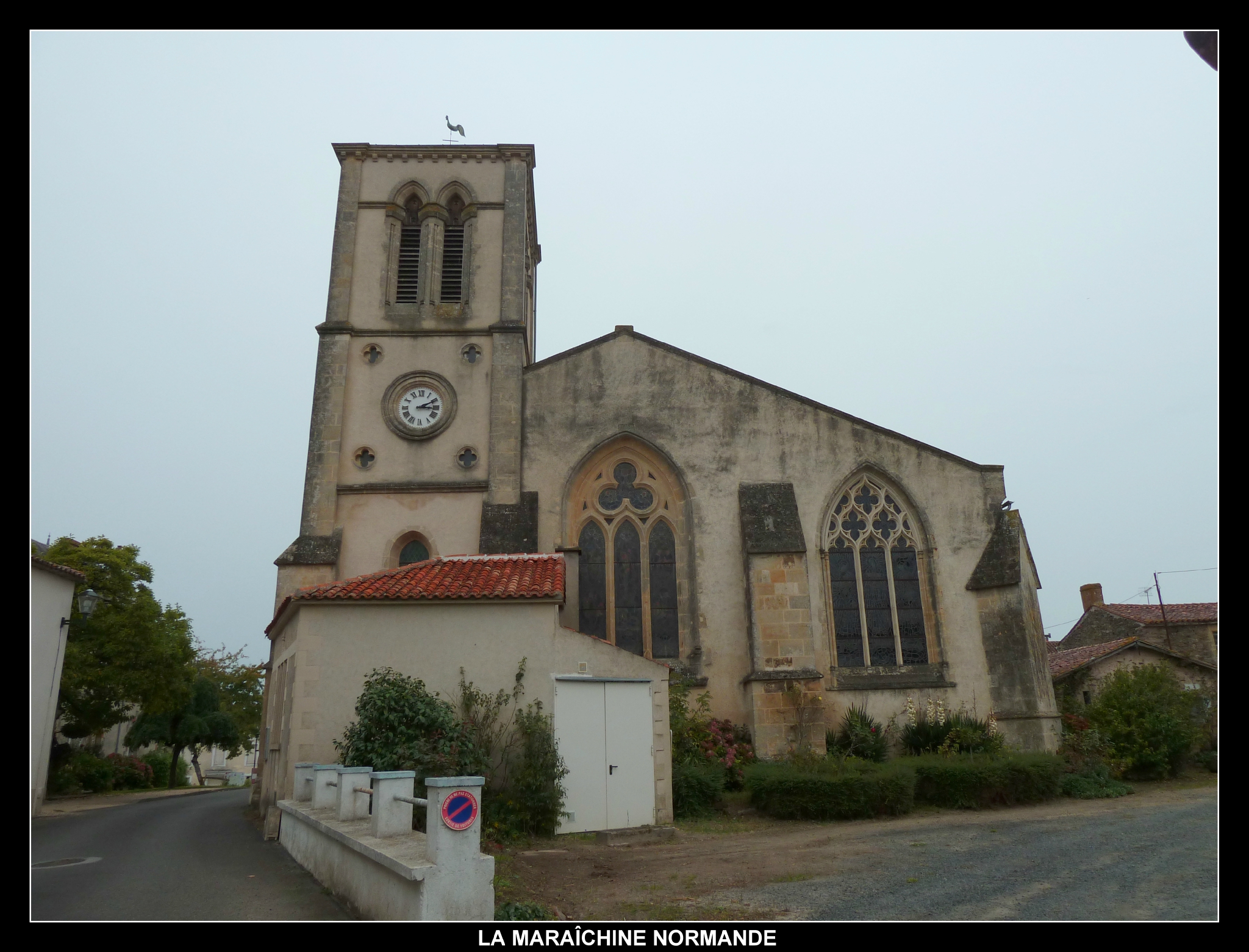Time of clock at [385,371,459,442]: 2:16
